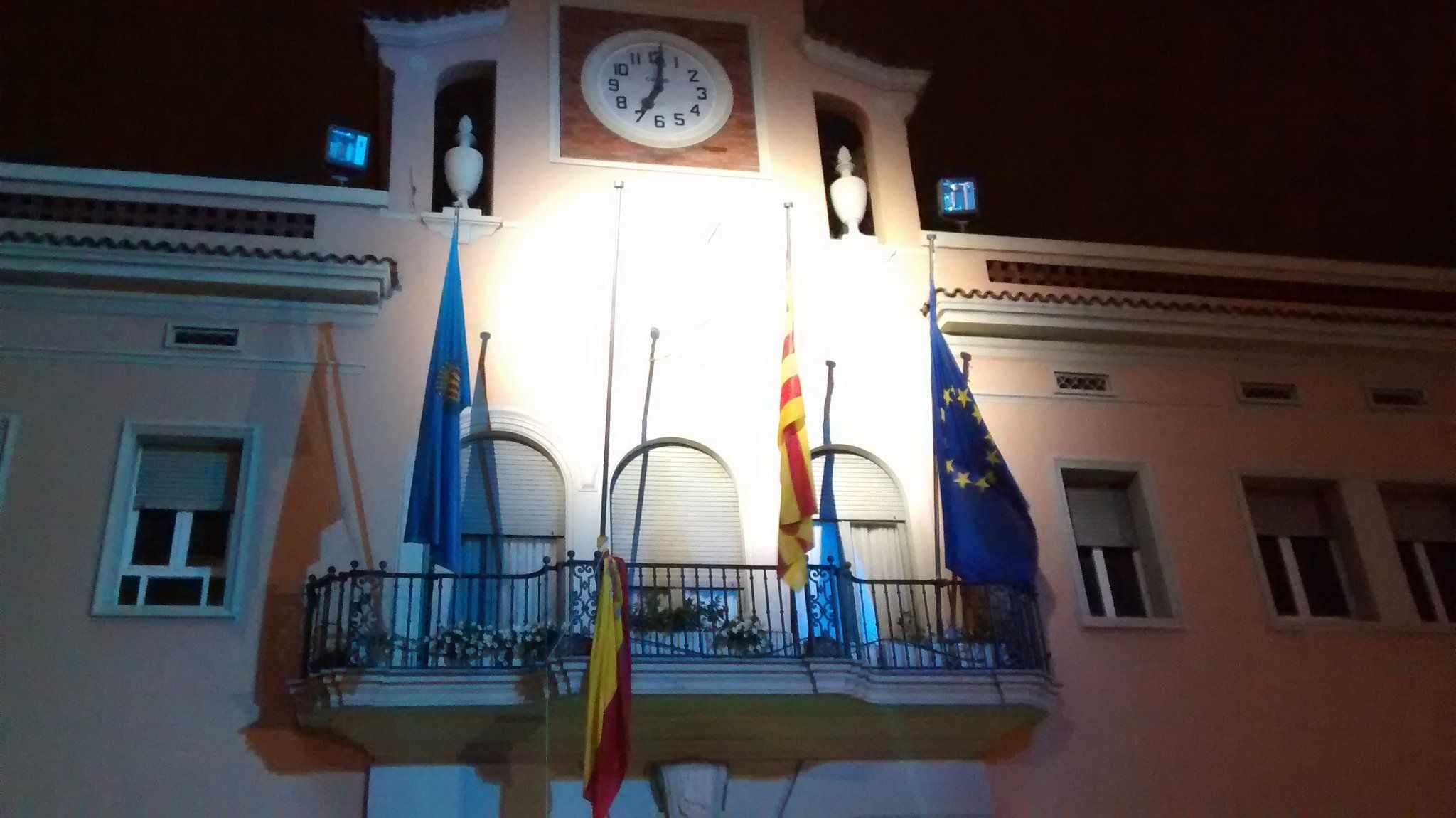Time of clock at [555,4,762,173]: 7:01
